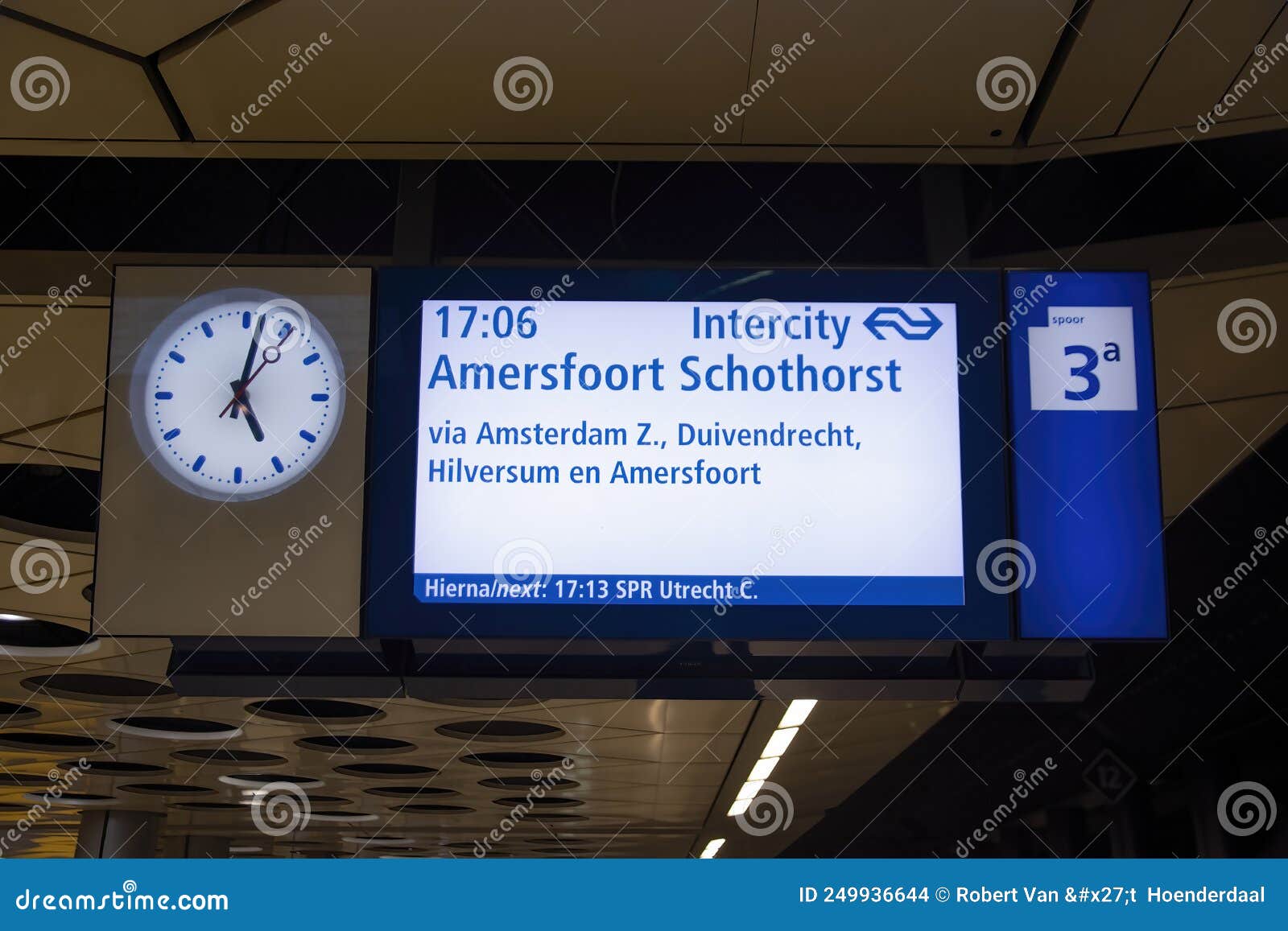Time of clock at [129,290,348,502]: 5:01
